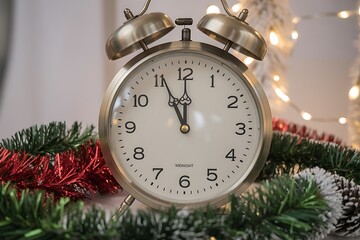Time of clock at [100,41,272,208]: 11:55
